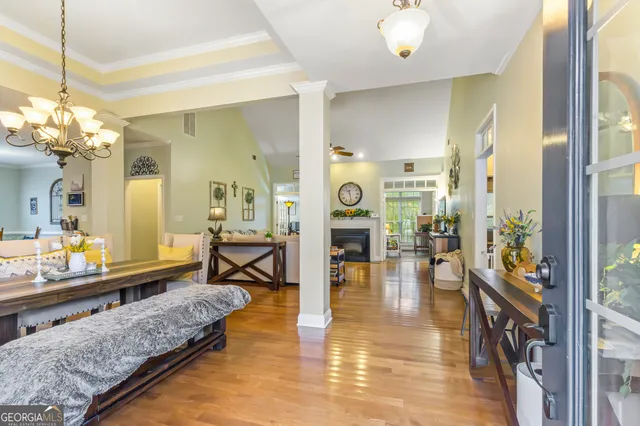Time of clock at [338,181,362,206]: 10:28
